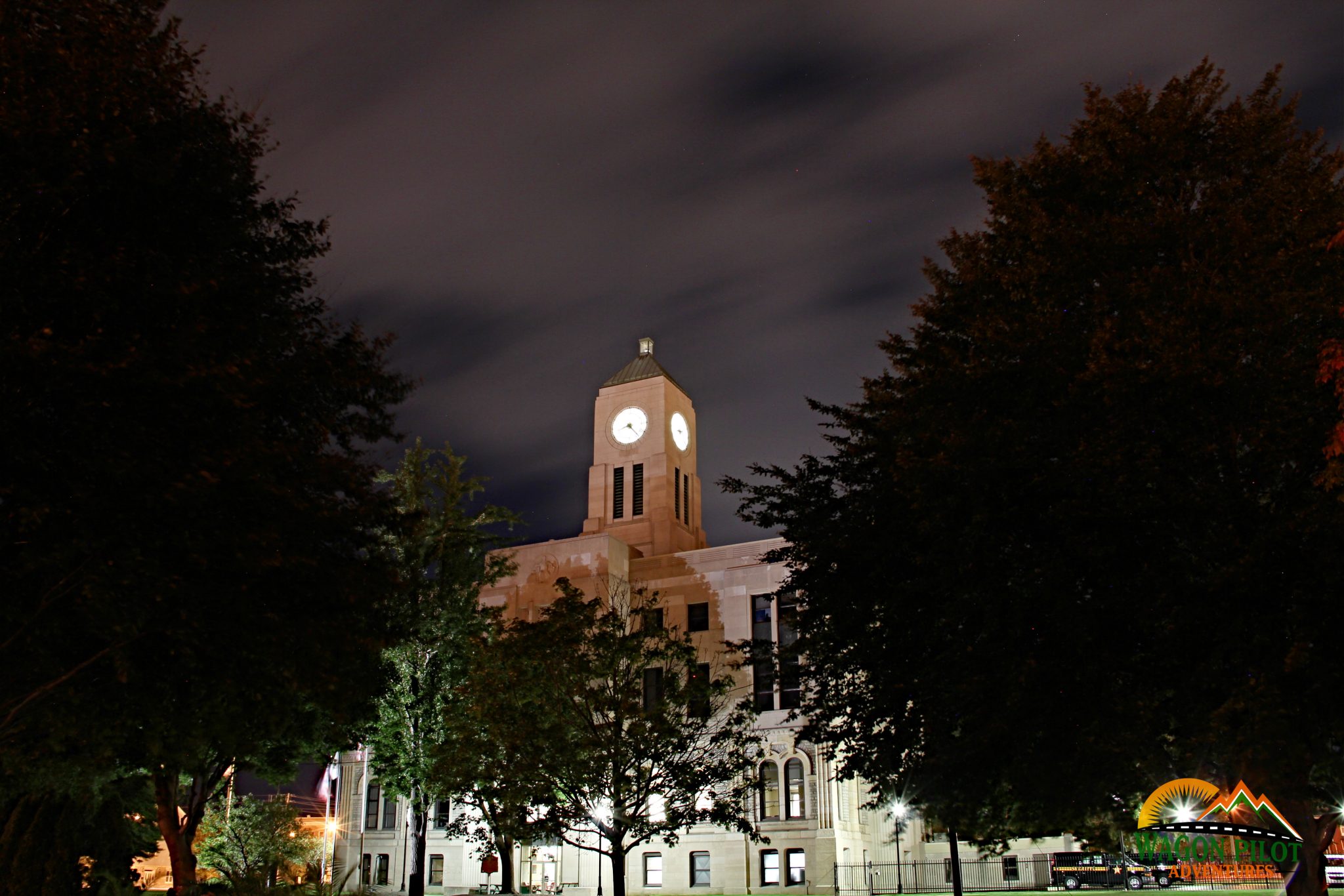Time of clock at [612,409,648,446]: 8:23
